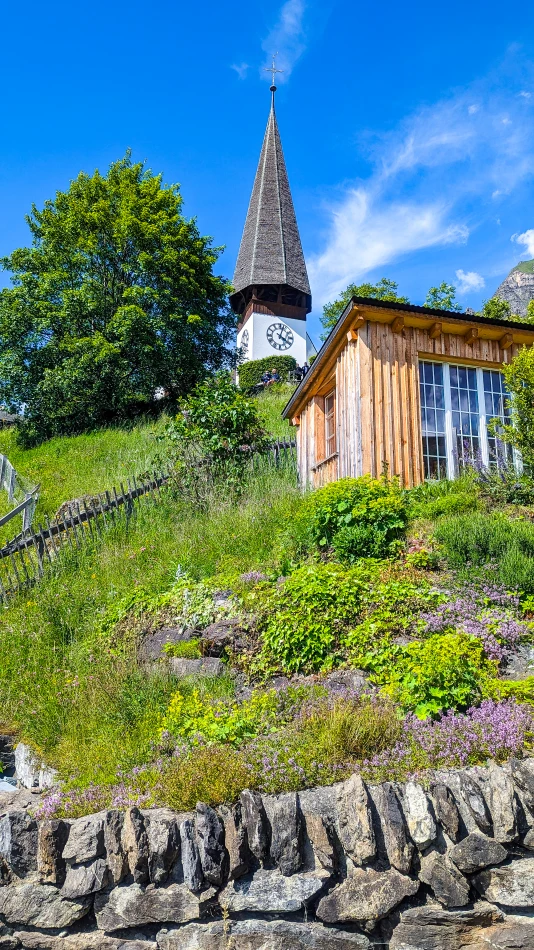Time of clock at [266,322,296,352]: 4:03
